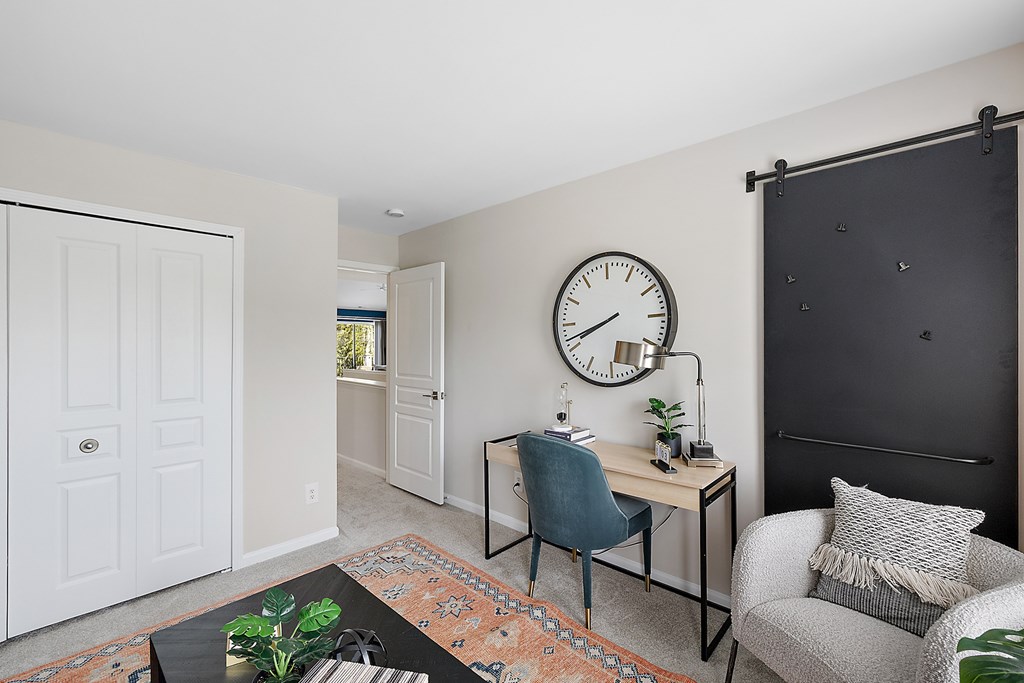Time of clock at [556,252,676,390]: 8:41
